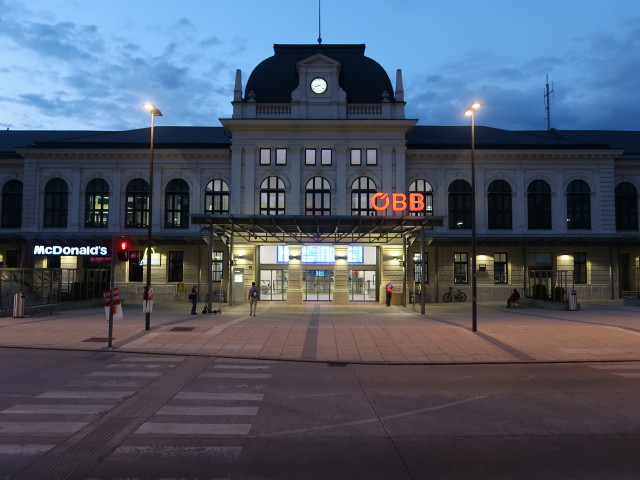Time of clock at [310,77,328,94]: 8:21
